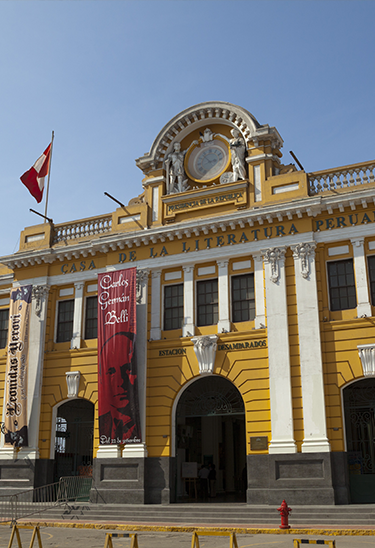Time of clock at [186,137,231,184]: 2:53
